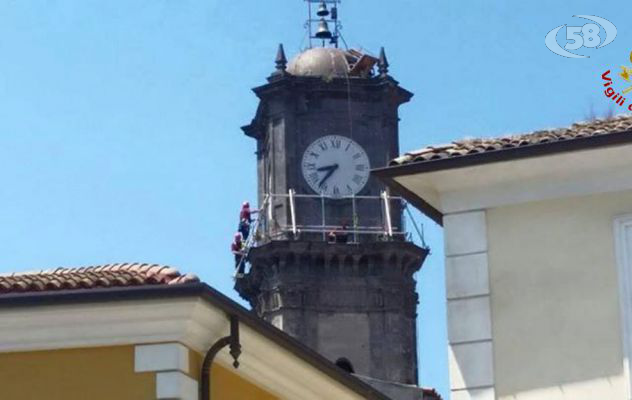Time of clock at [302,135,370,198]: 8:36
